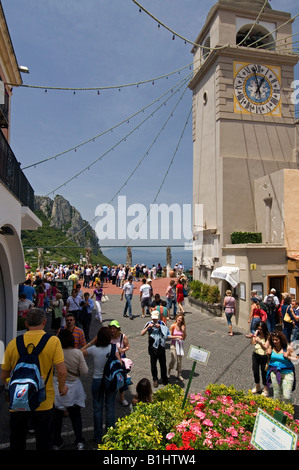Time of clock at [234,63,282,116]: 12:58
